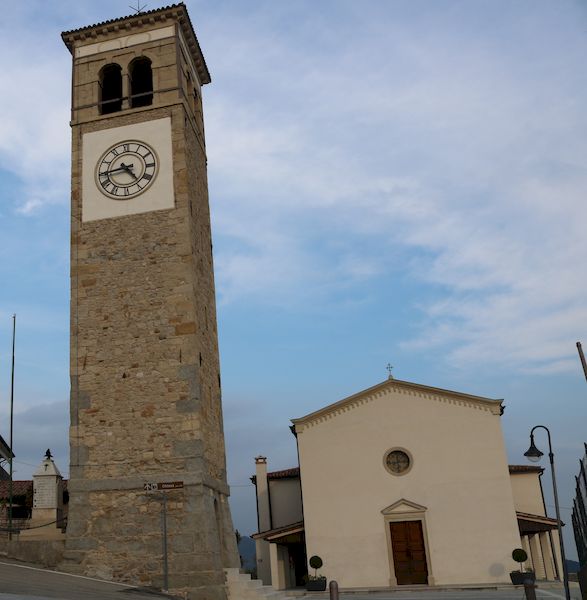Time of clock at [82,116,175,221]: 4:44
